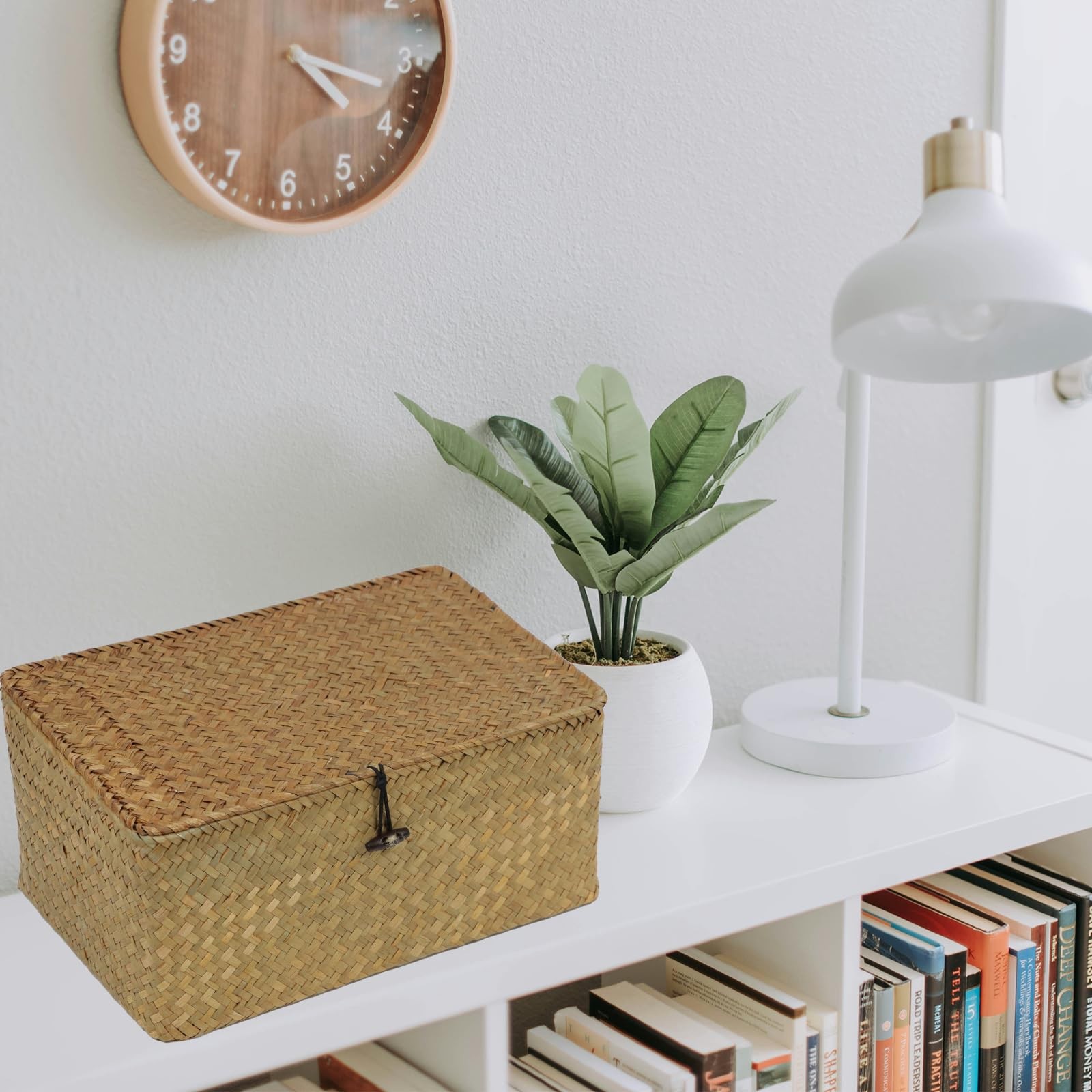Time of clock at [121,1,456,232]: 4:17
